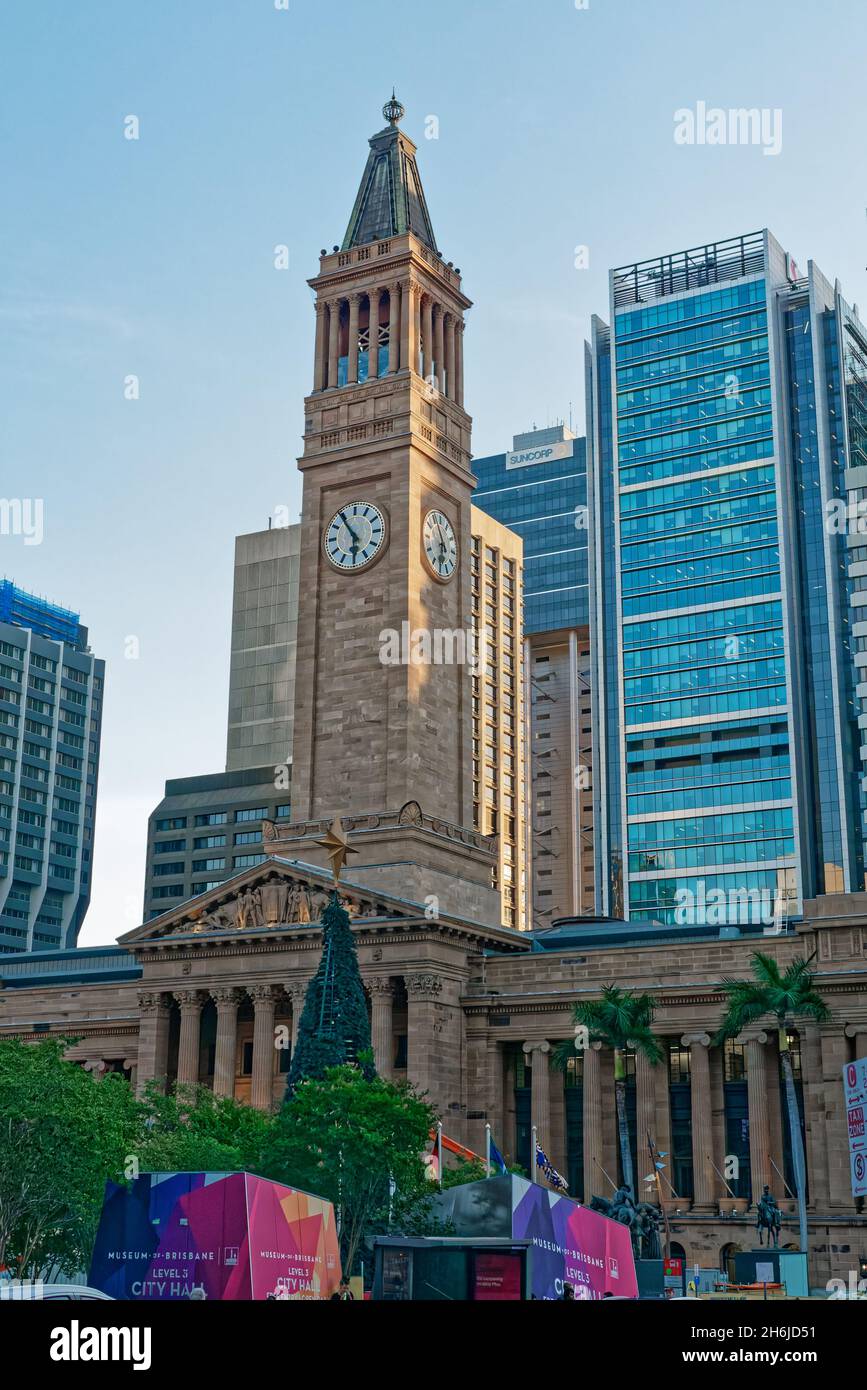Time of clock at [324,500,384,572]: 5:54
